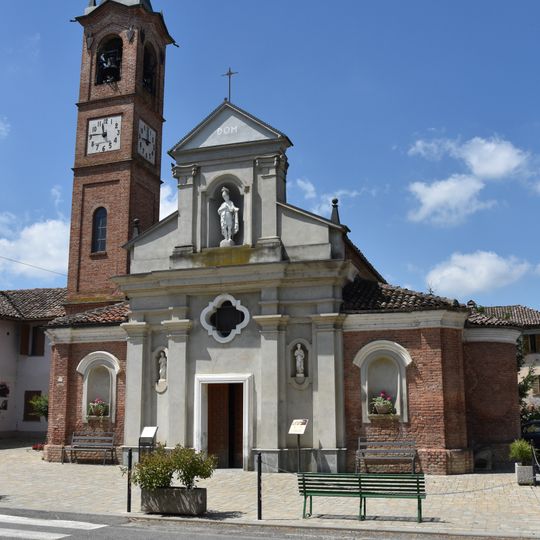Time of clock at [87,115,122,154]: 11:46
